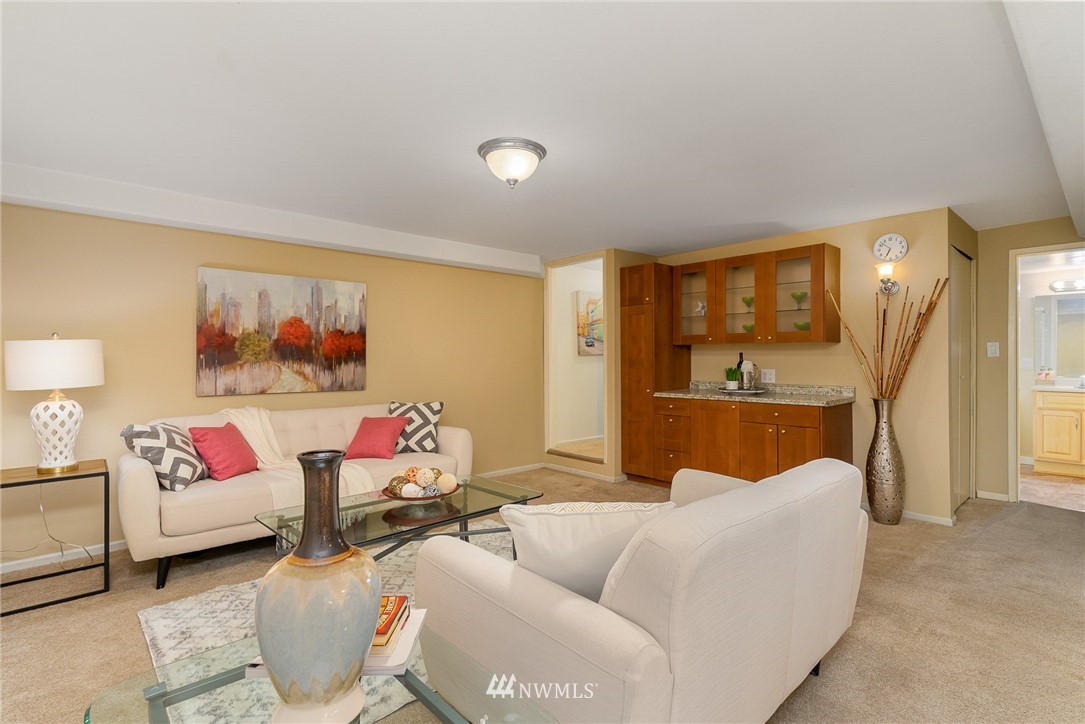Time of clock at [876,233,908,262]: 6:52
